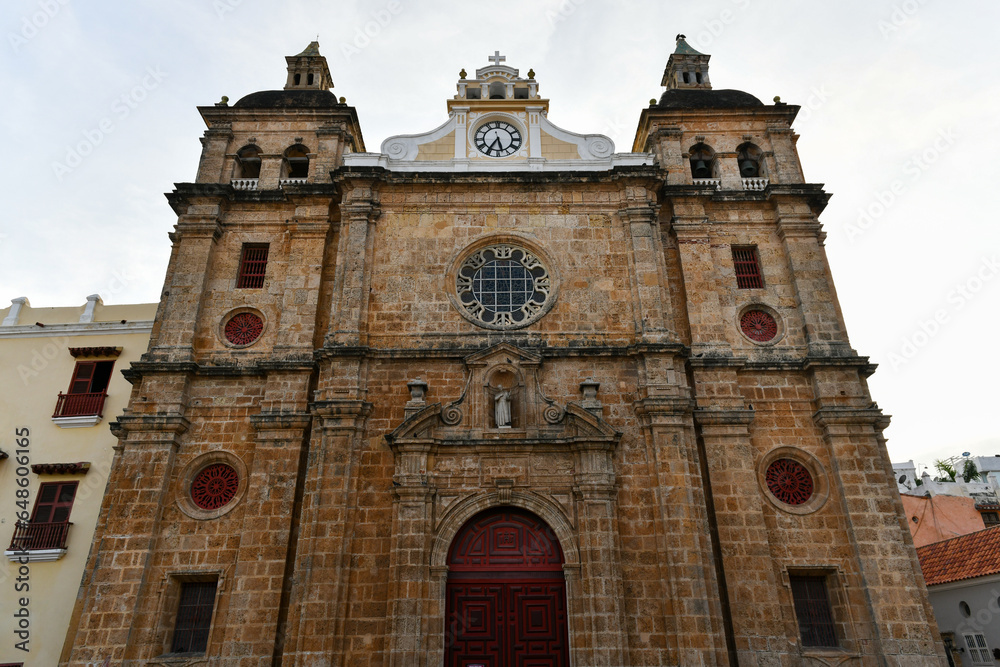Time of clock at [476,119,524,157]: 5:35
